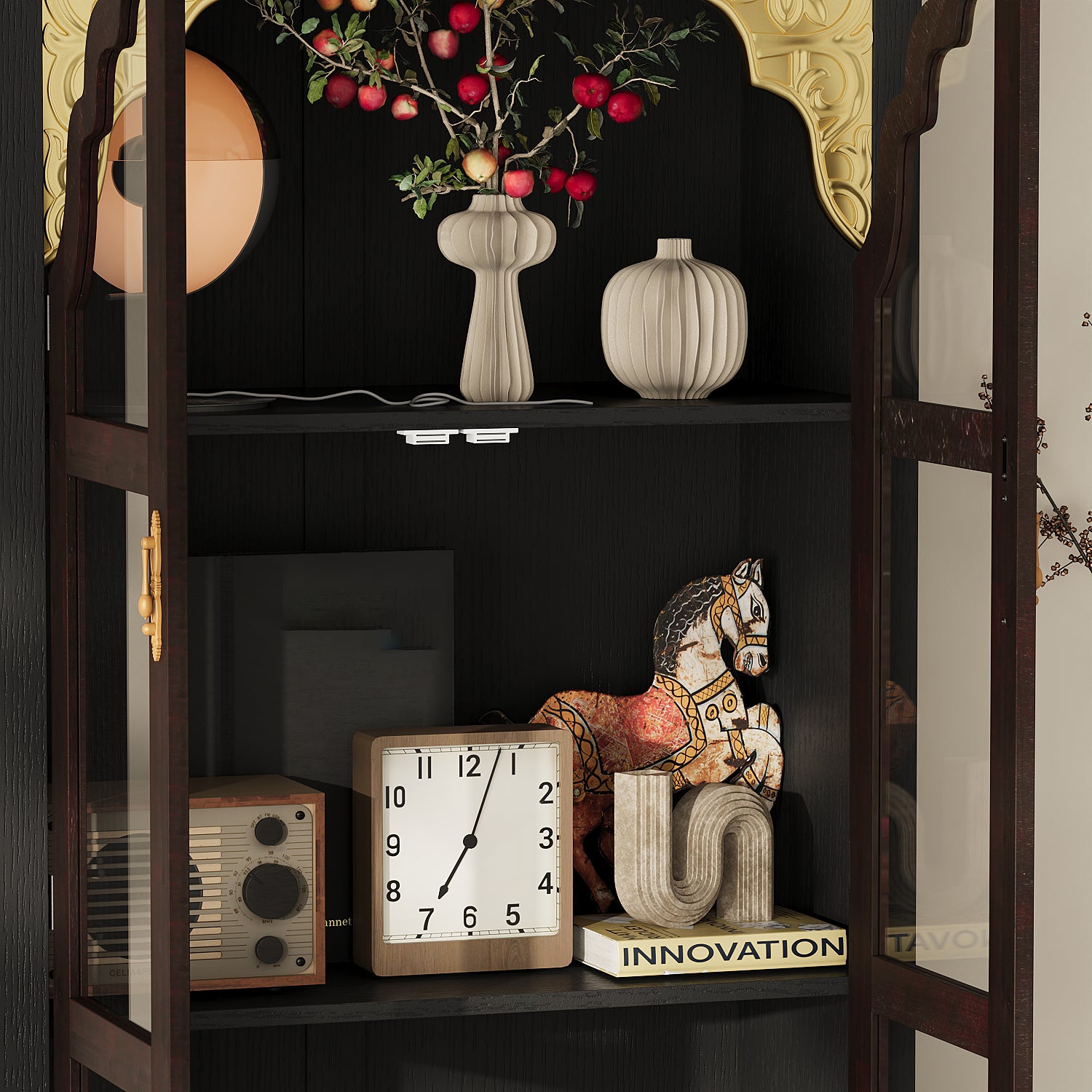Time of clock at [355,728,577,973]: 7:03
